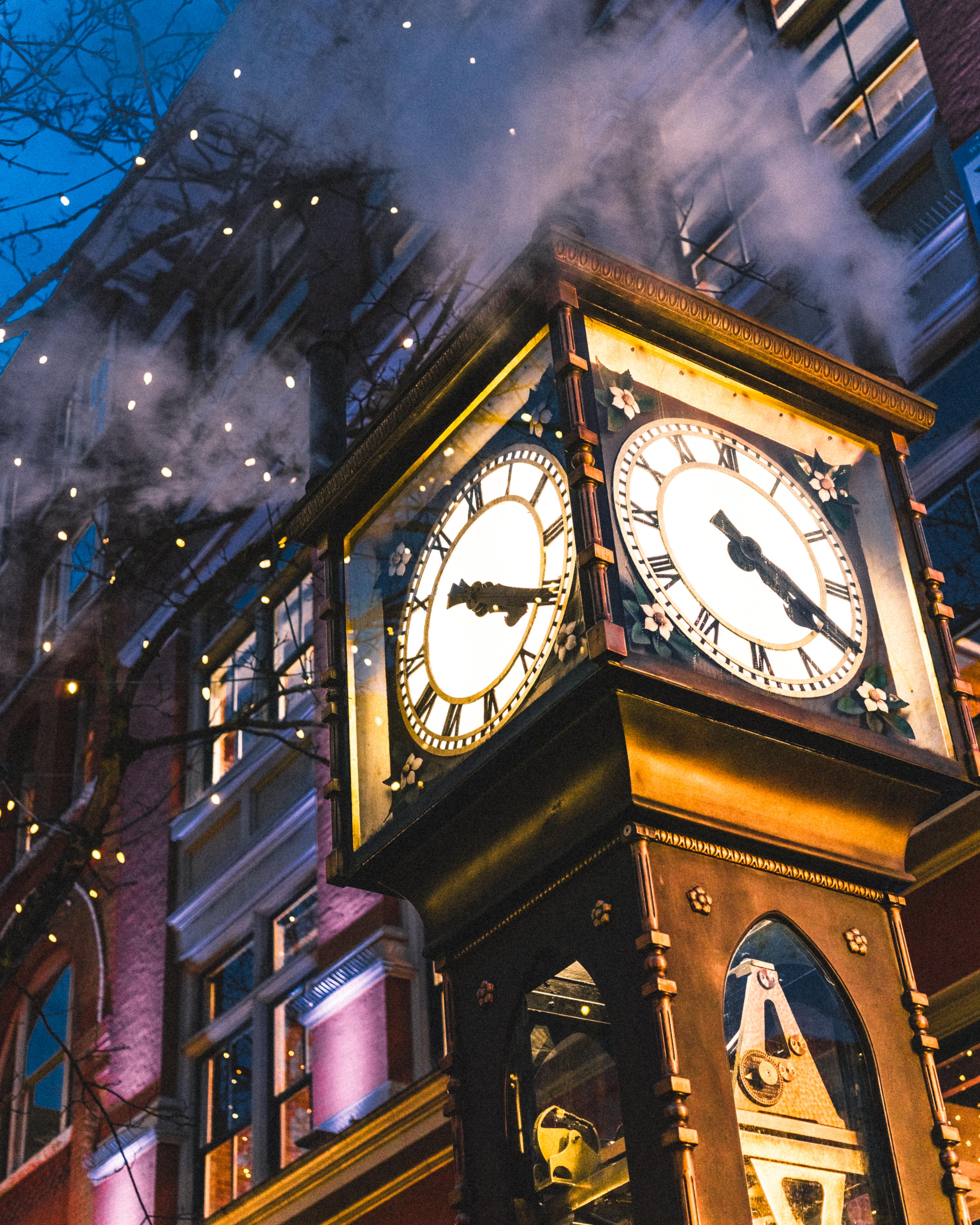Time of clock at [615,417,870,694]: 4:20
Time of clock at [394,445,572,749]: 4:20
